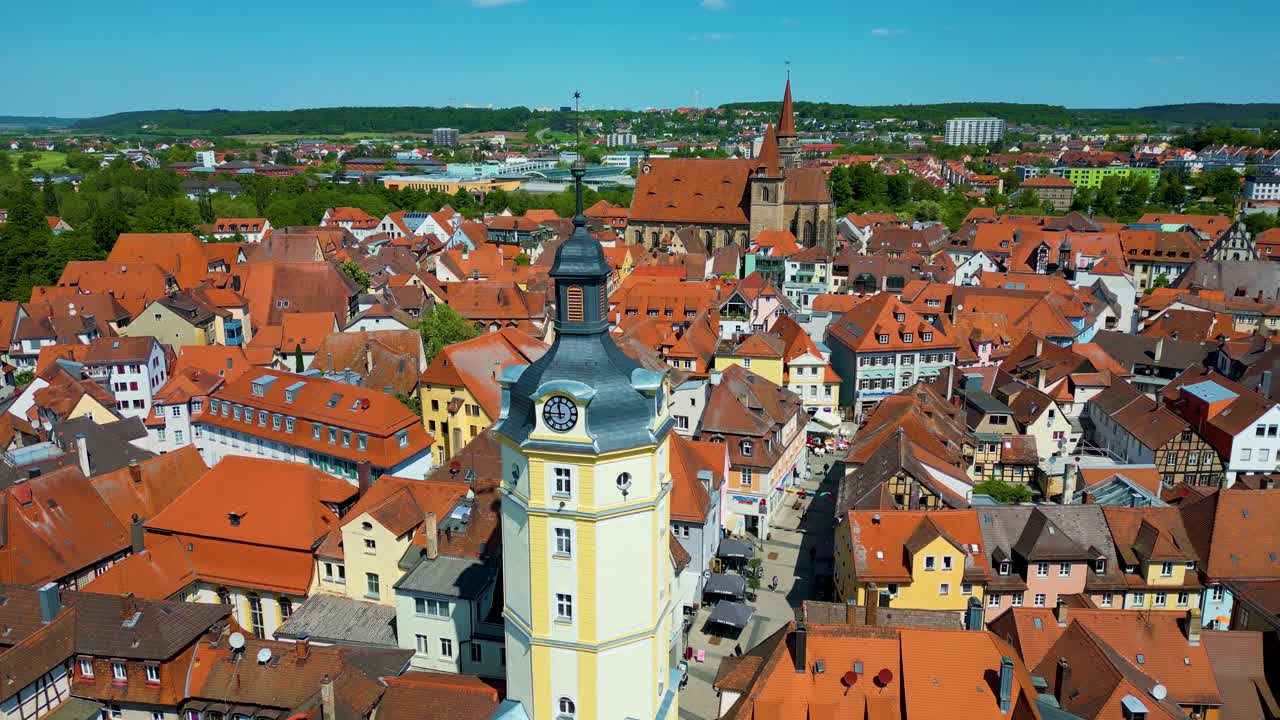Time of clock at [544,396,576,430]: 11:44
